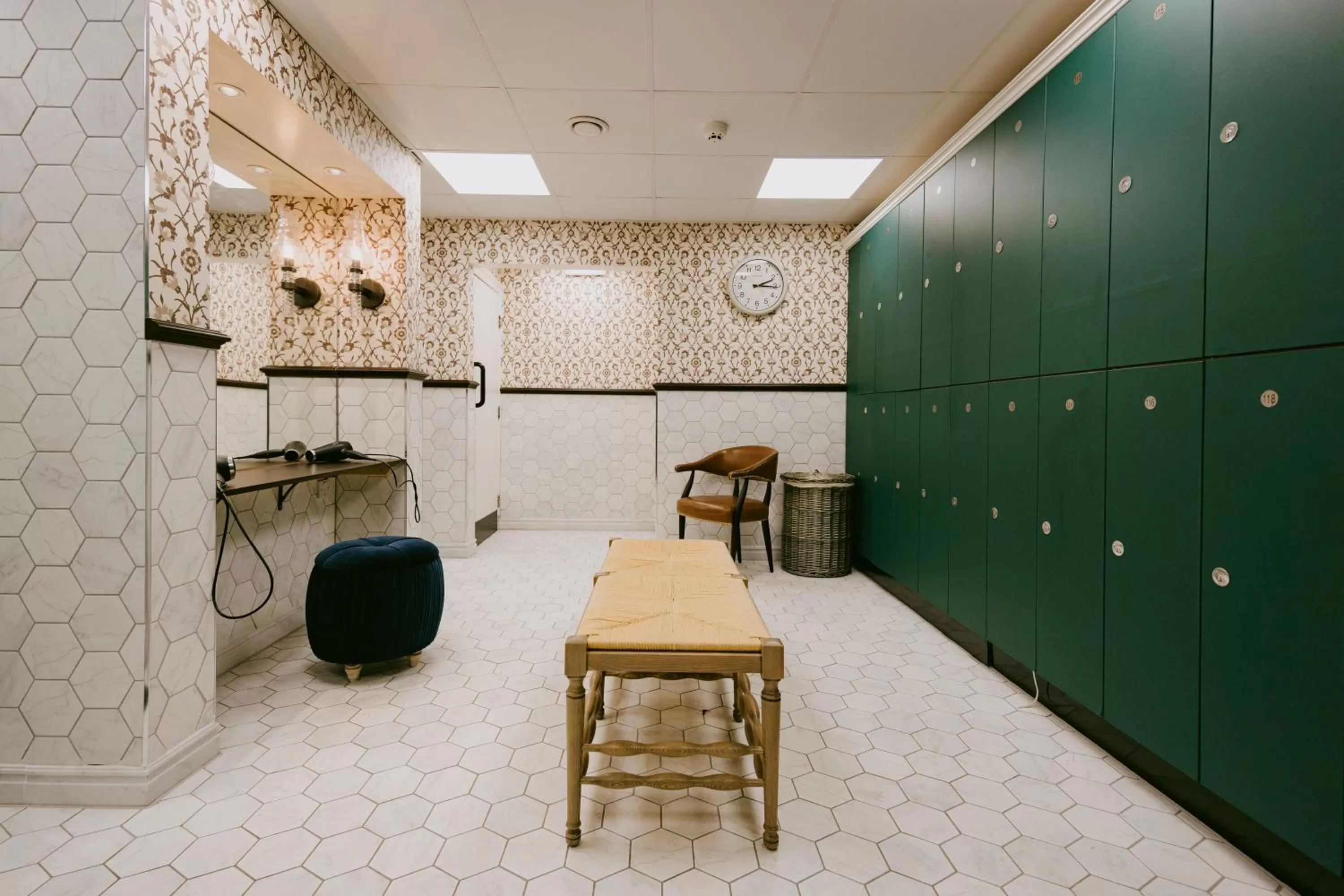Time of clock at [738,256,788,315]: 2:15
